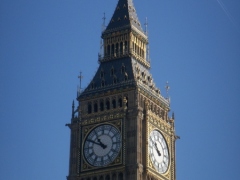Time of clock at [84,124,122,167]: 10:49
